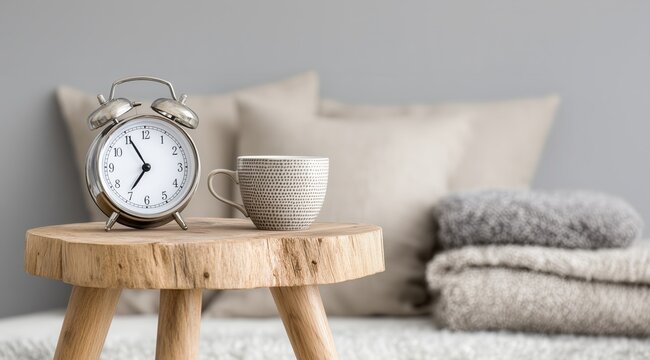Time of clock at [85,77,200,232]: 6:55
